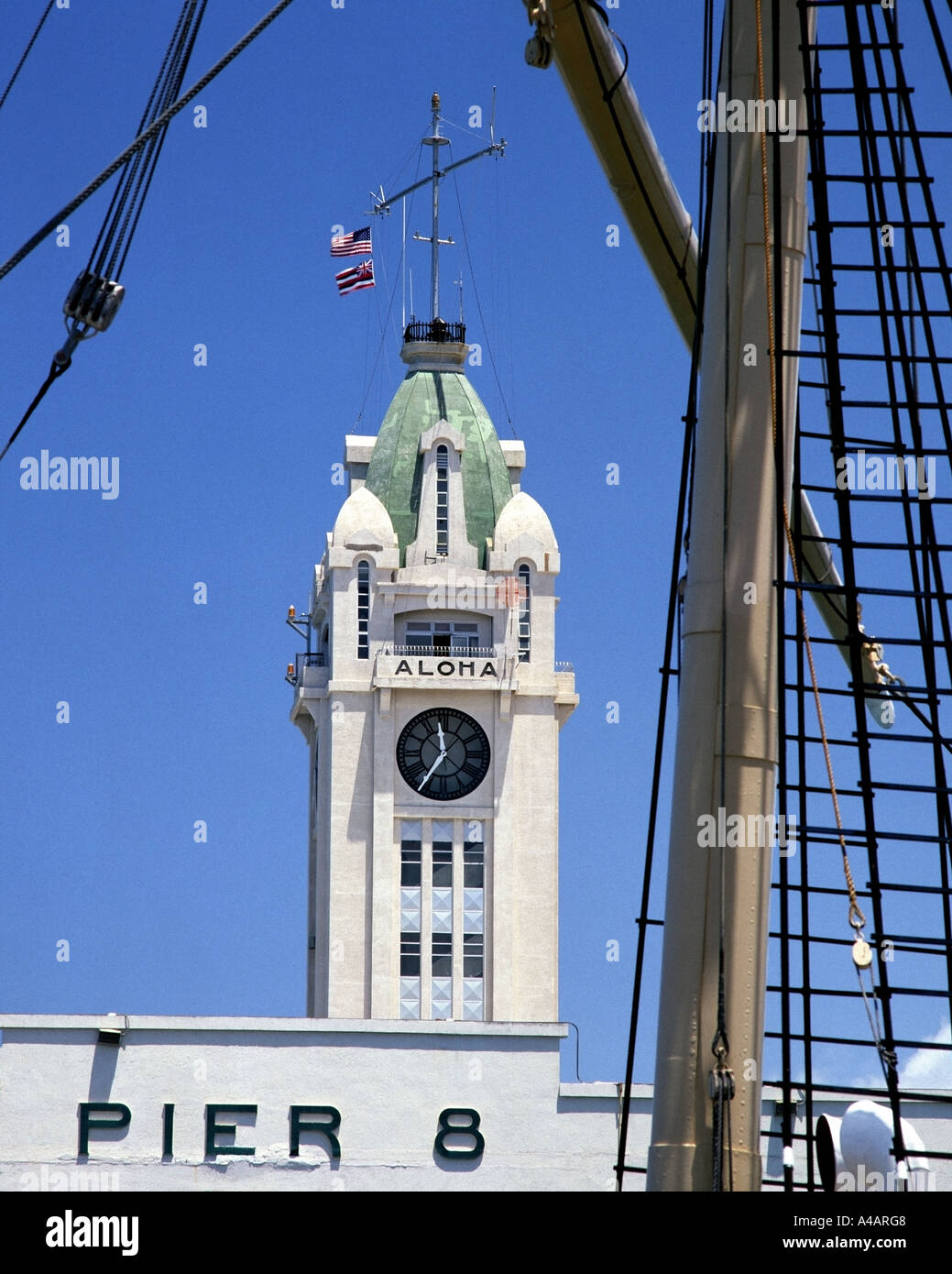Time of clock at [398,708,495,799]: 11:35
